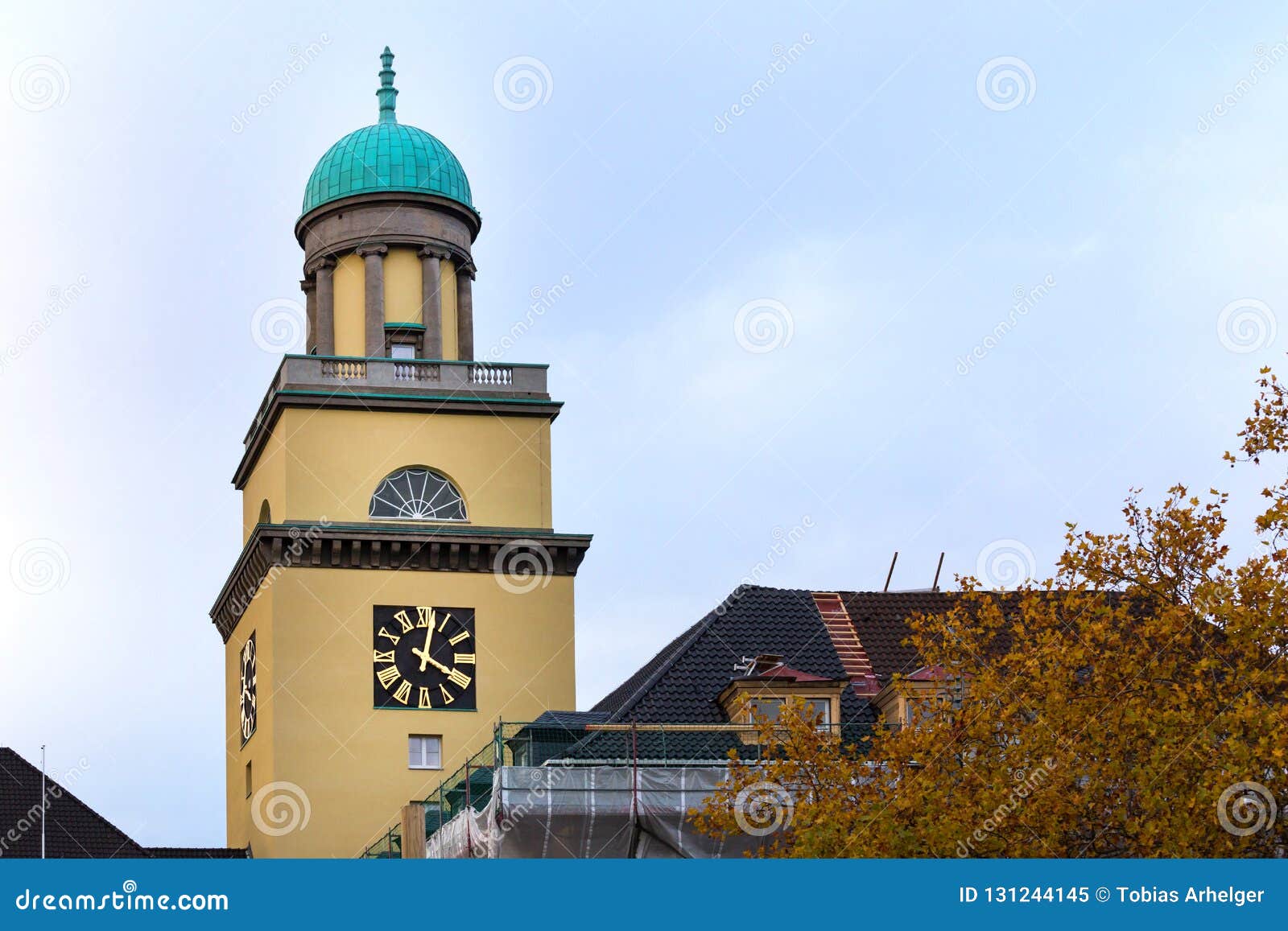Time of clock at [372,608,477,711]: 4:02
